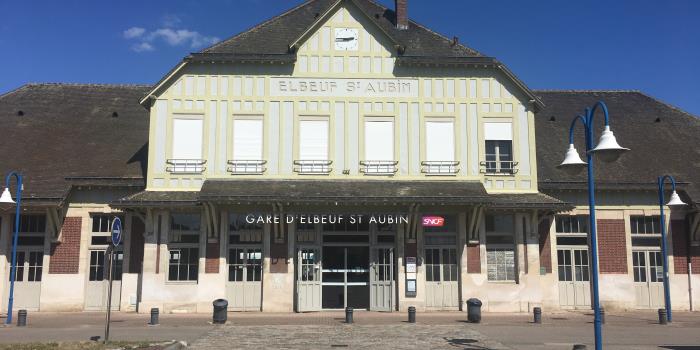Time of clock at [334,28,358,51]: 2:45
